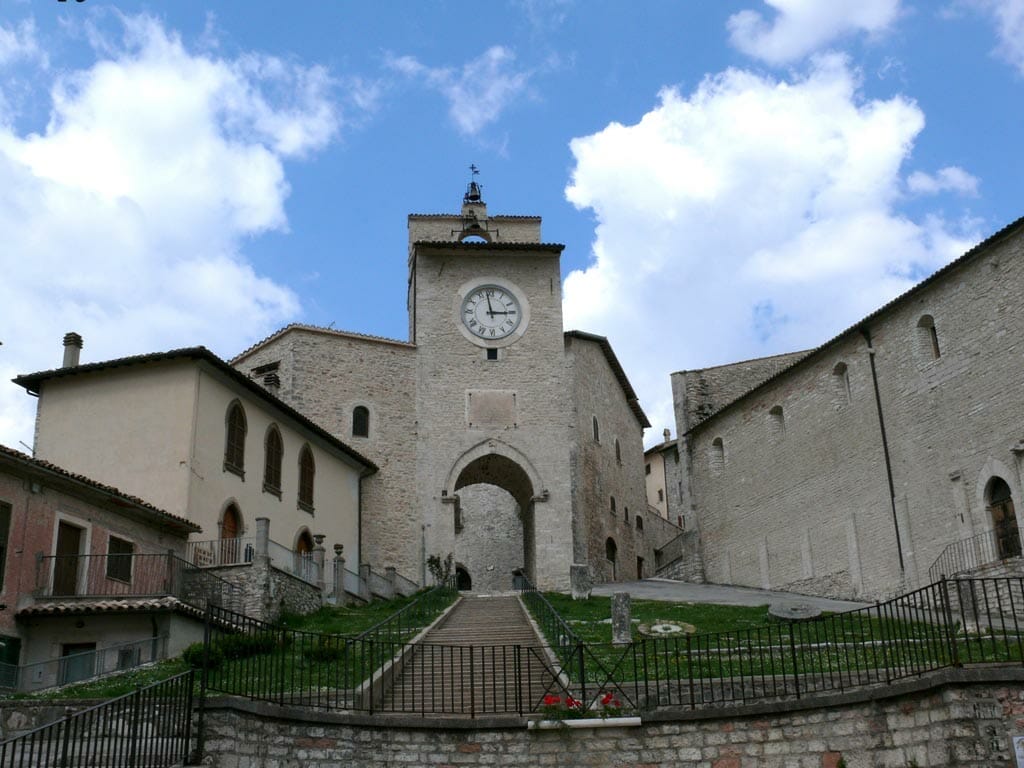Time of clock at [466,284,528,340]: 2:58
